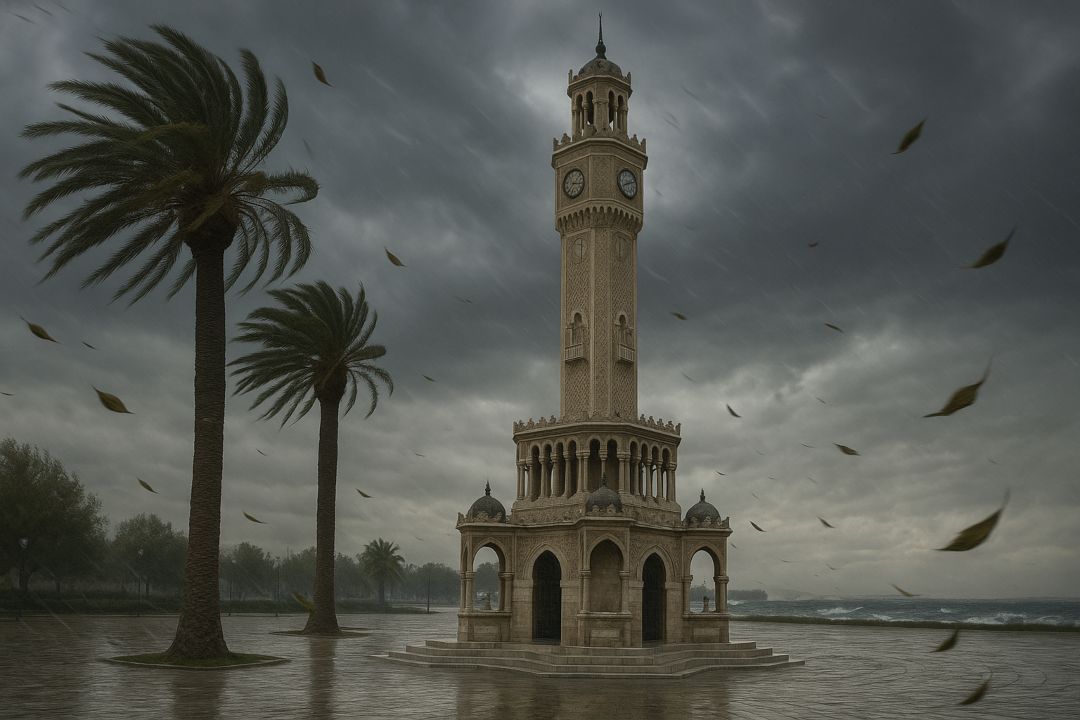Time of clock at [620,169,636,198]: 8:12
